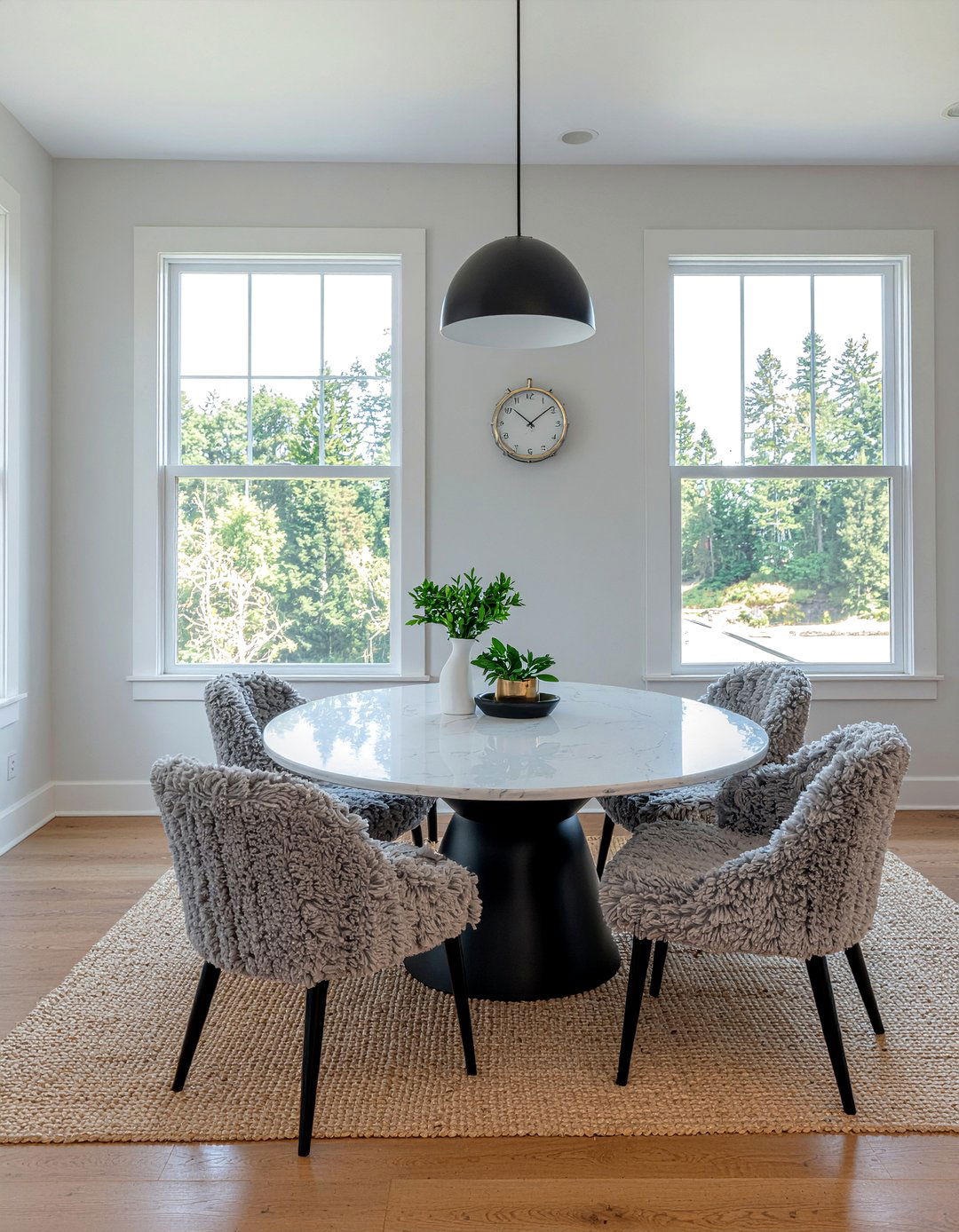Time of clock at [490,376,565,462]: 10:08
